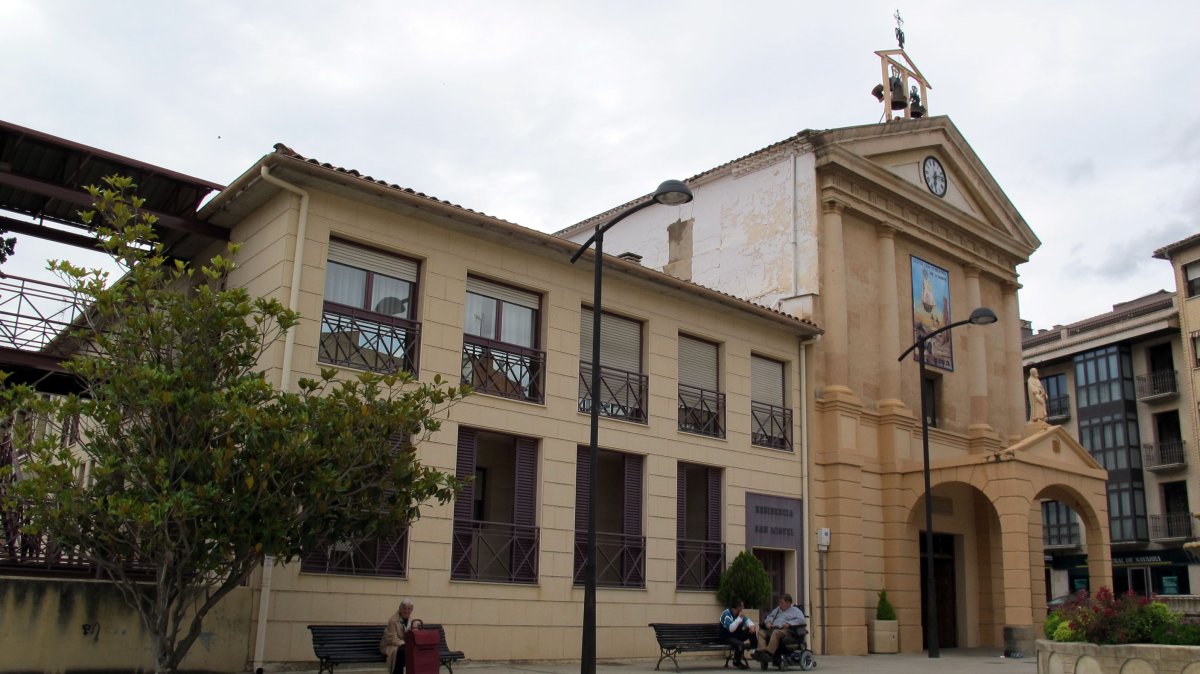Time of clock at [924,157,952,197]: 6:13
